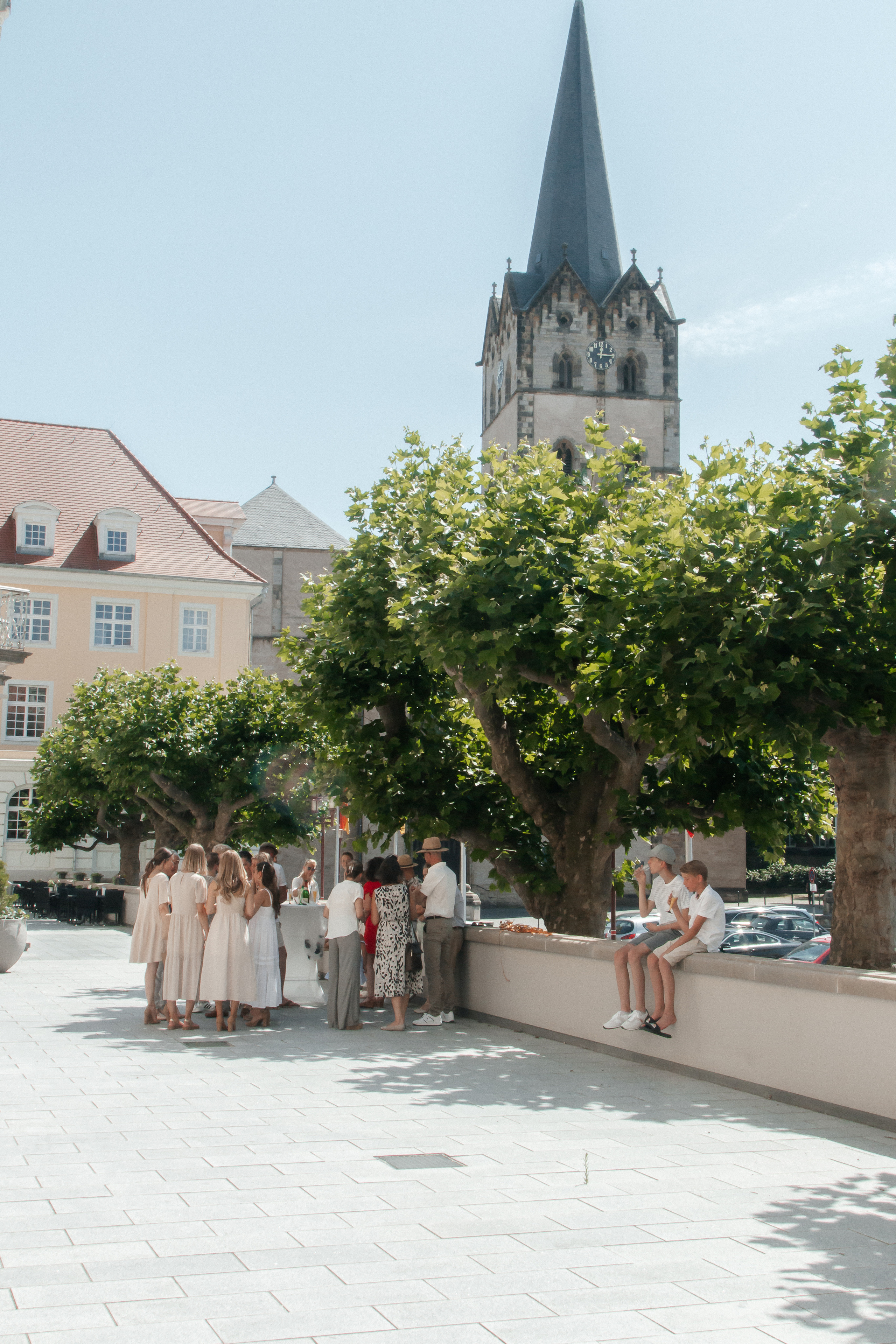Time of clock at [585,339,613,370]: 12:15
